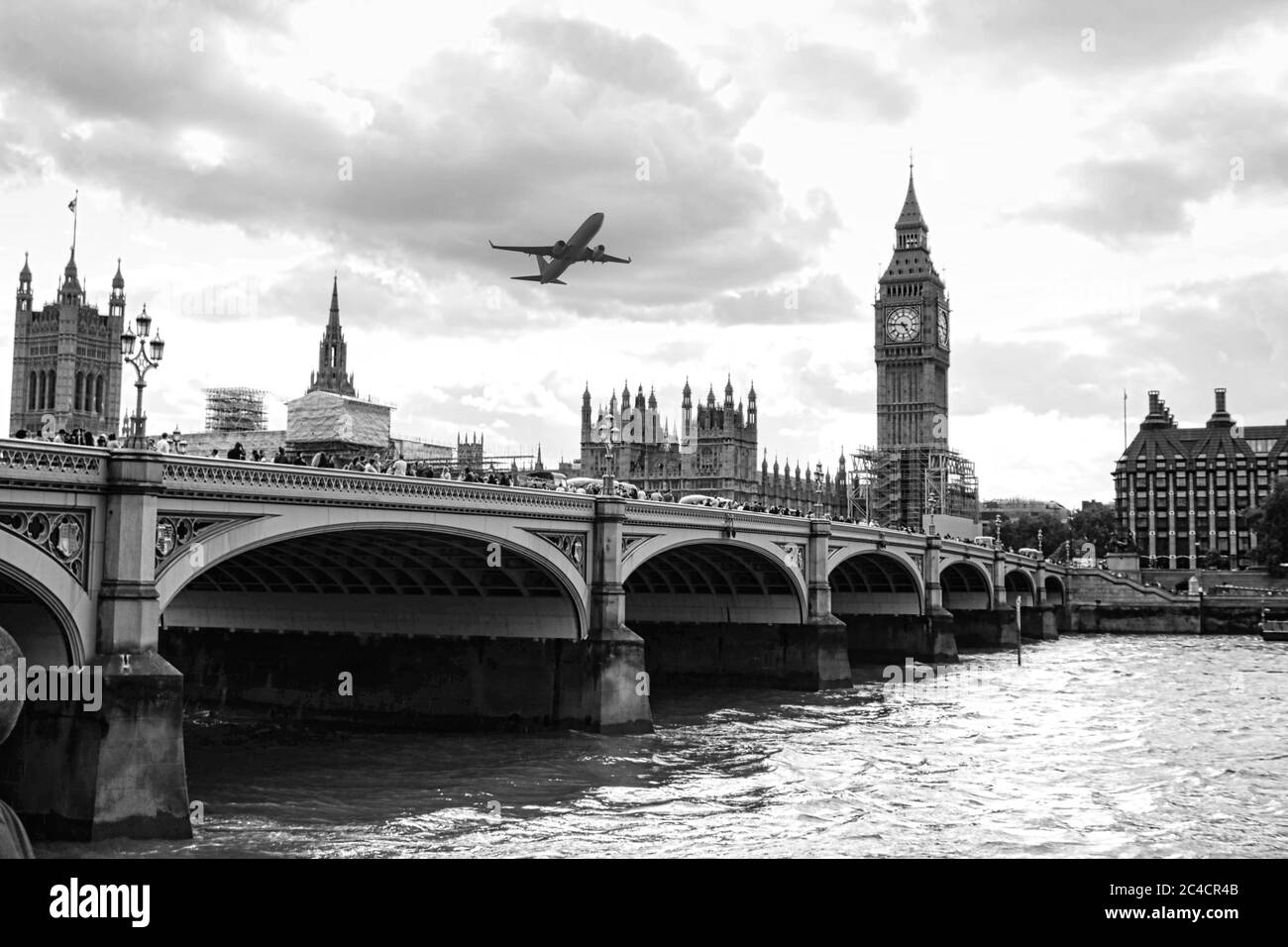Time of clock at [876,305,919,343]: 4:45
